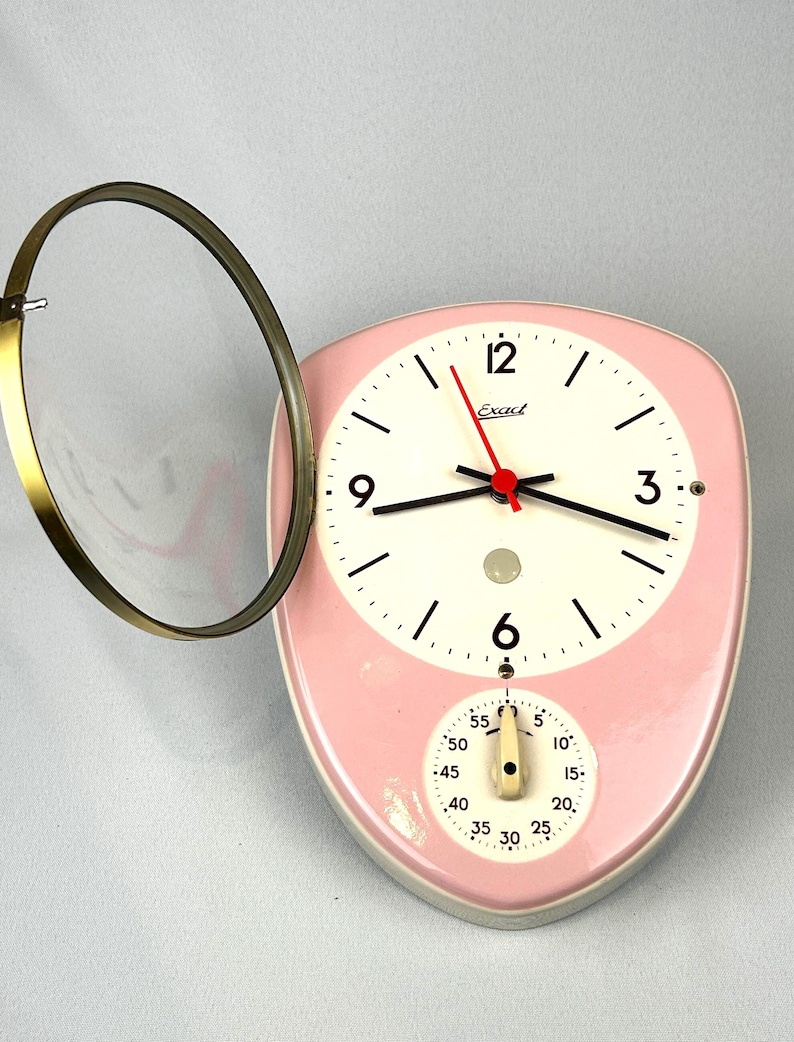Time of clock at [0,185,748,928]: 8:17
